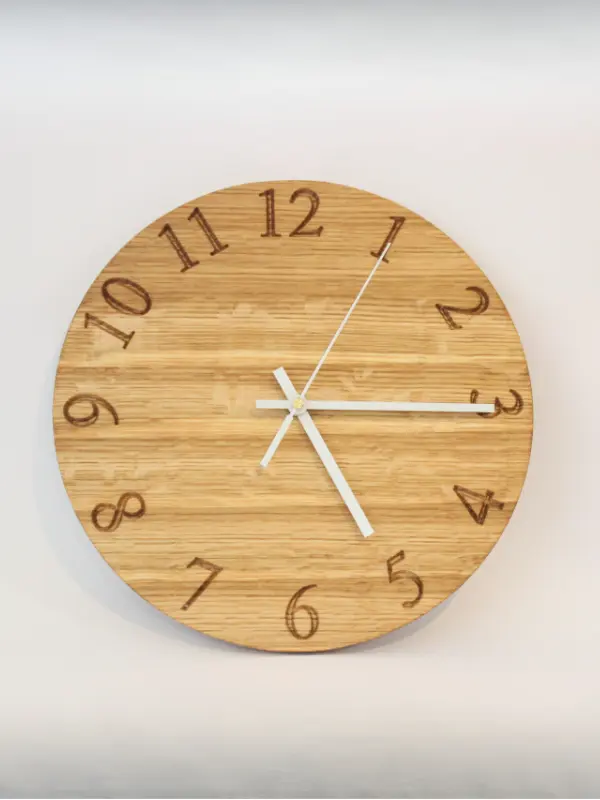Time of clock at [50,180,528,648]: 5:15
